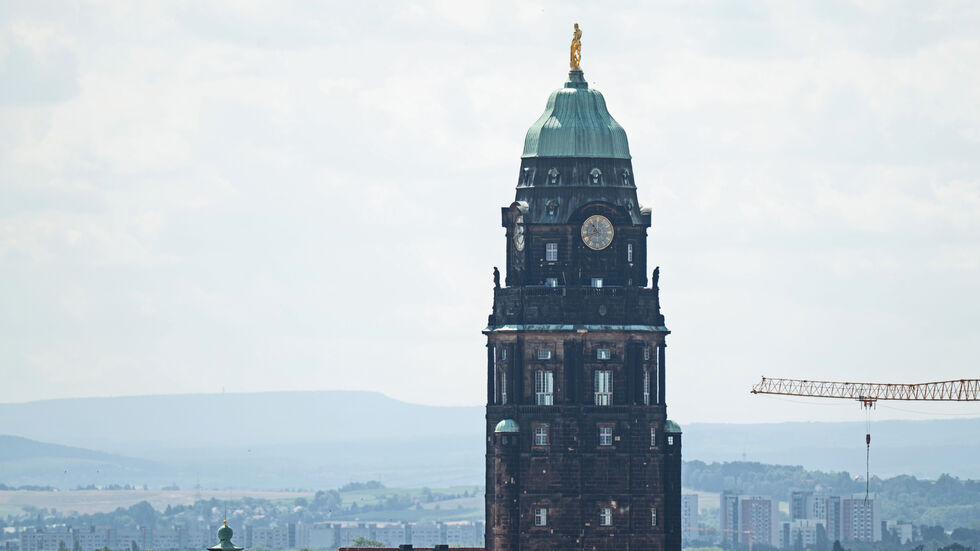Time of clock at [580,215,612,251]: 10:42
